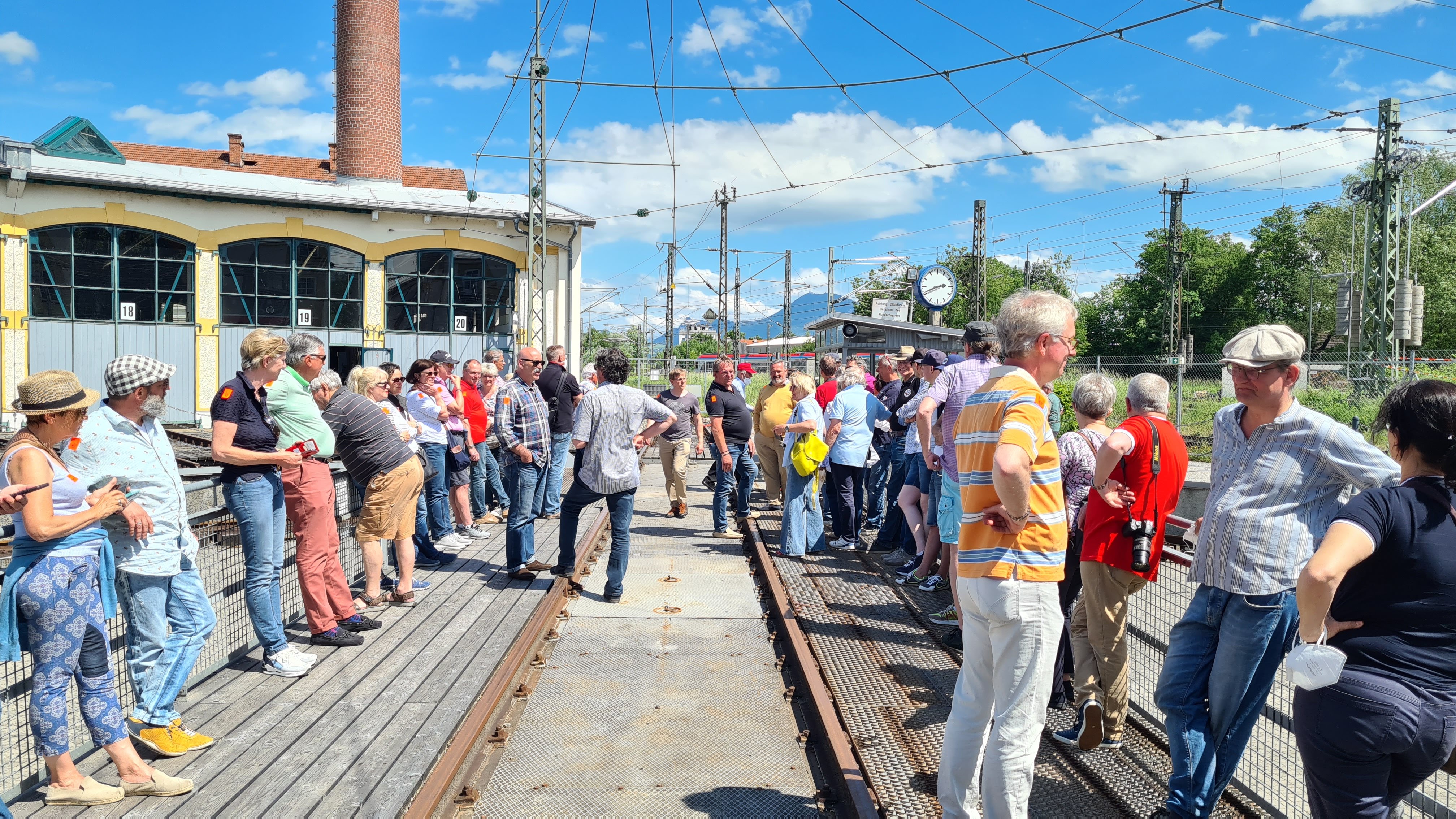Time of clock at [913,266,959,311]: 2:41
